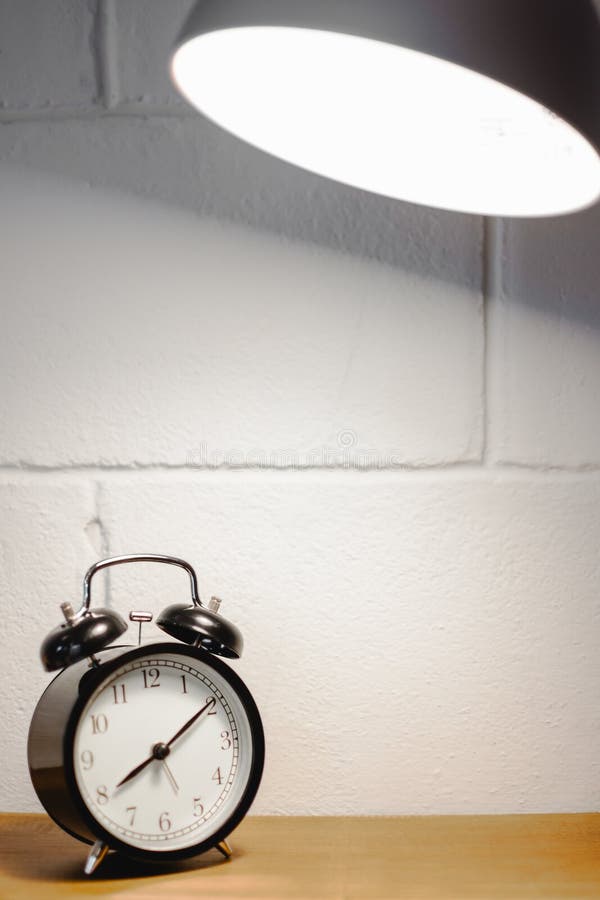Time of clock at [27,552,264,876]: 8:09
